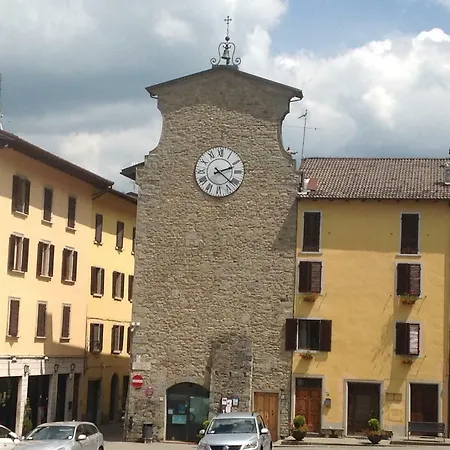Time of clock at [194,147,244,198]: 2:21
